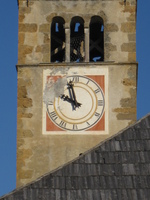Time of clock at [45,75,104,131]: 9:57
